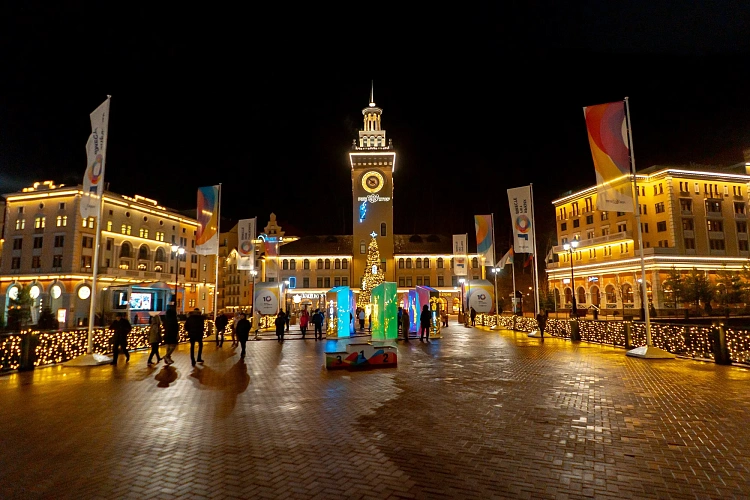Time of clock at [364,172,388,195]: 7:51
